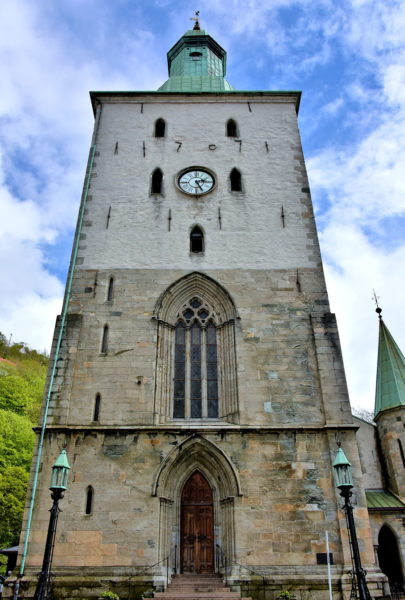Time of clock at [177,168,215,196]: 2:25
